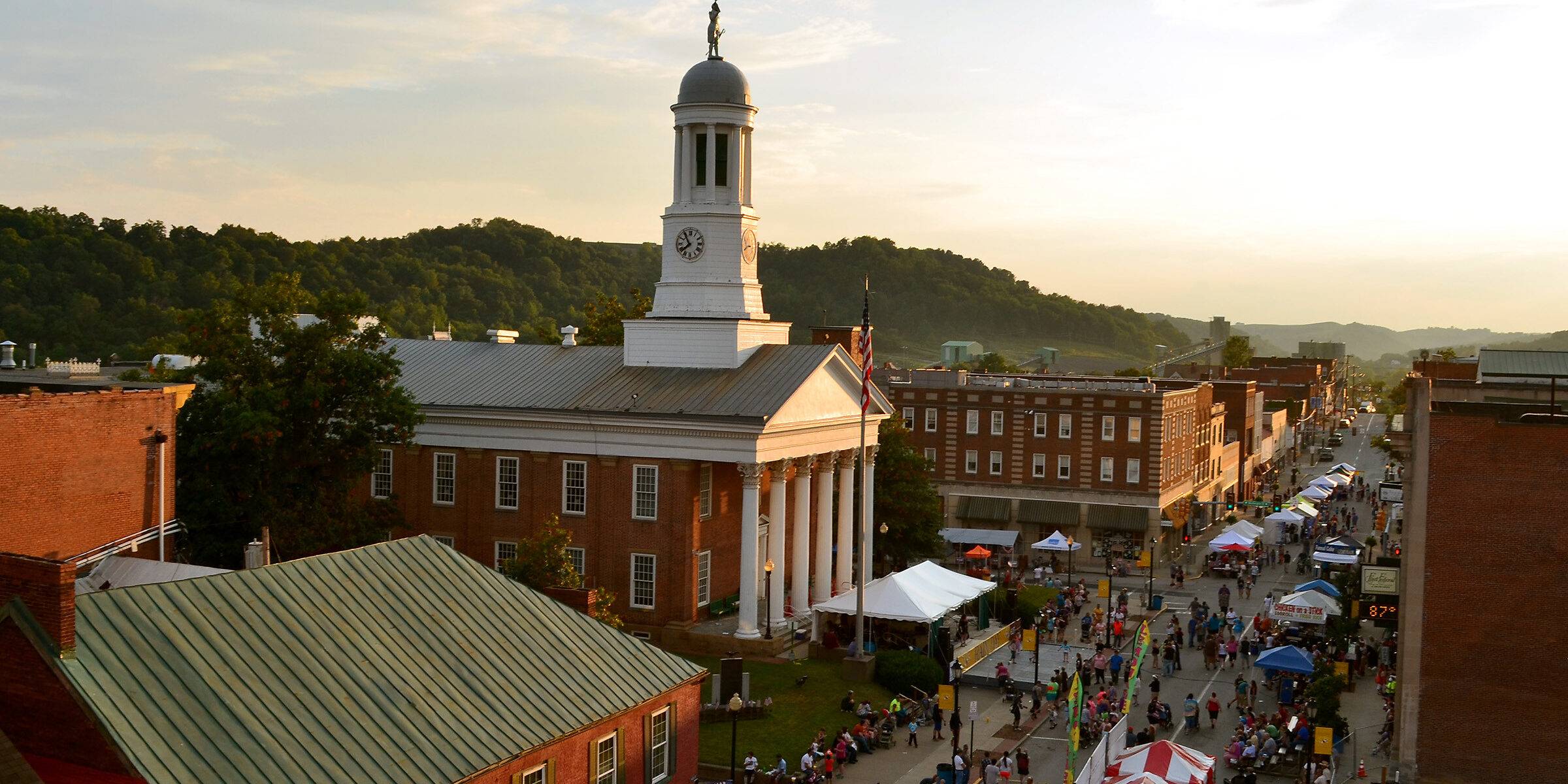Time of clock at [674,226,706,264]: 7:54
